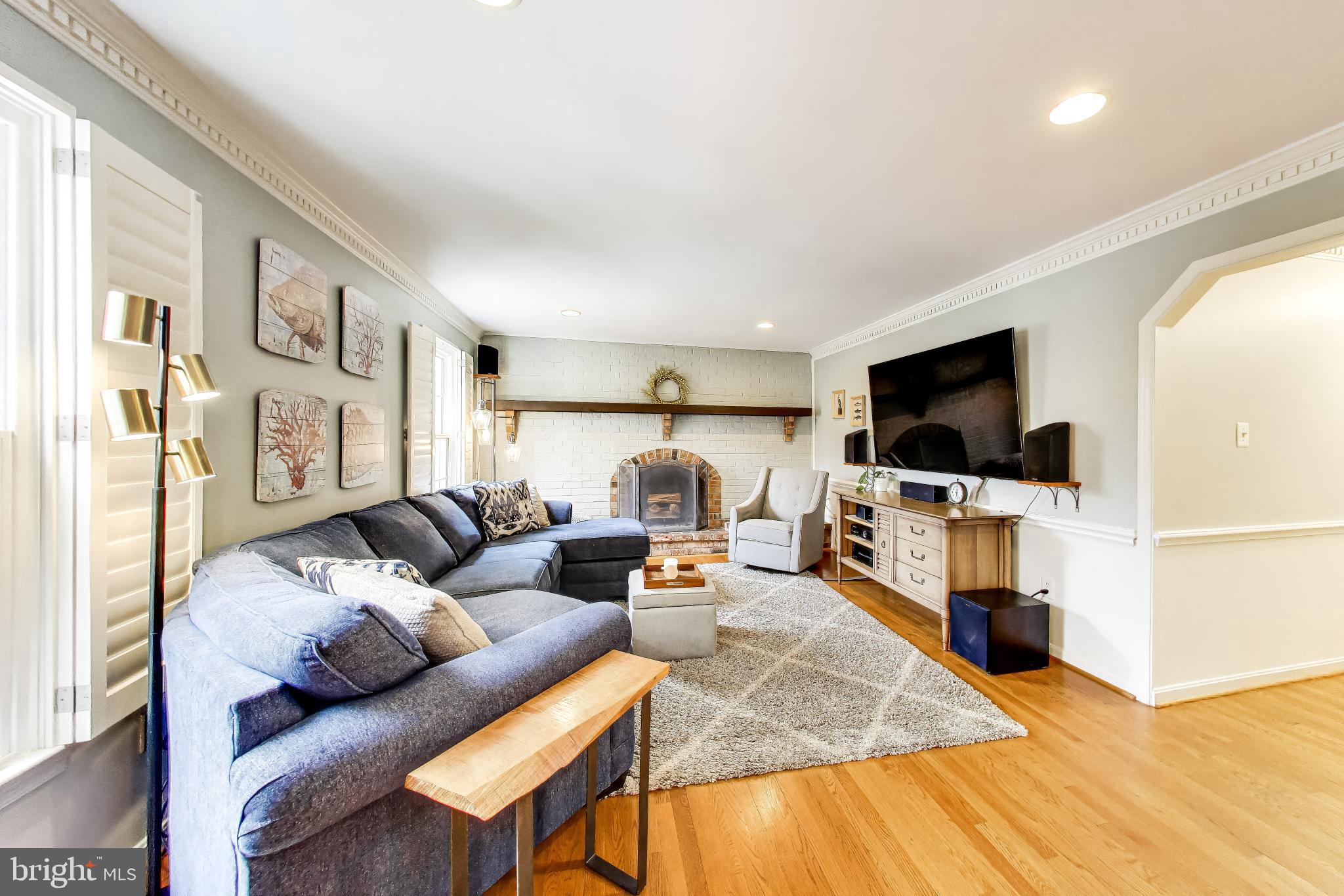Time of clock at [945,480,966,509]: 12:28
